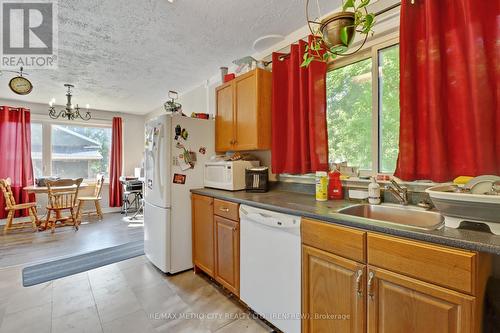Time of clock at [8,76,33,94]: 8:12
